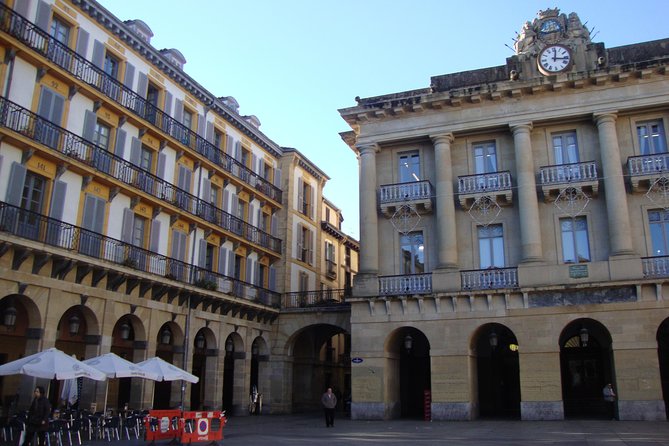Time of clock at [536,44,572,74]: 12:16
